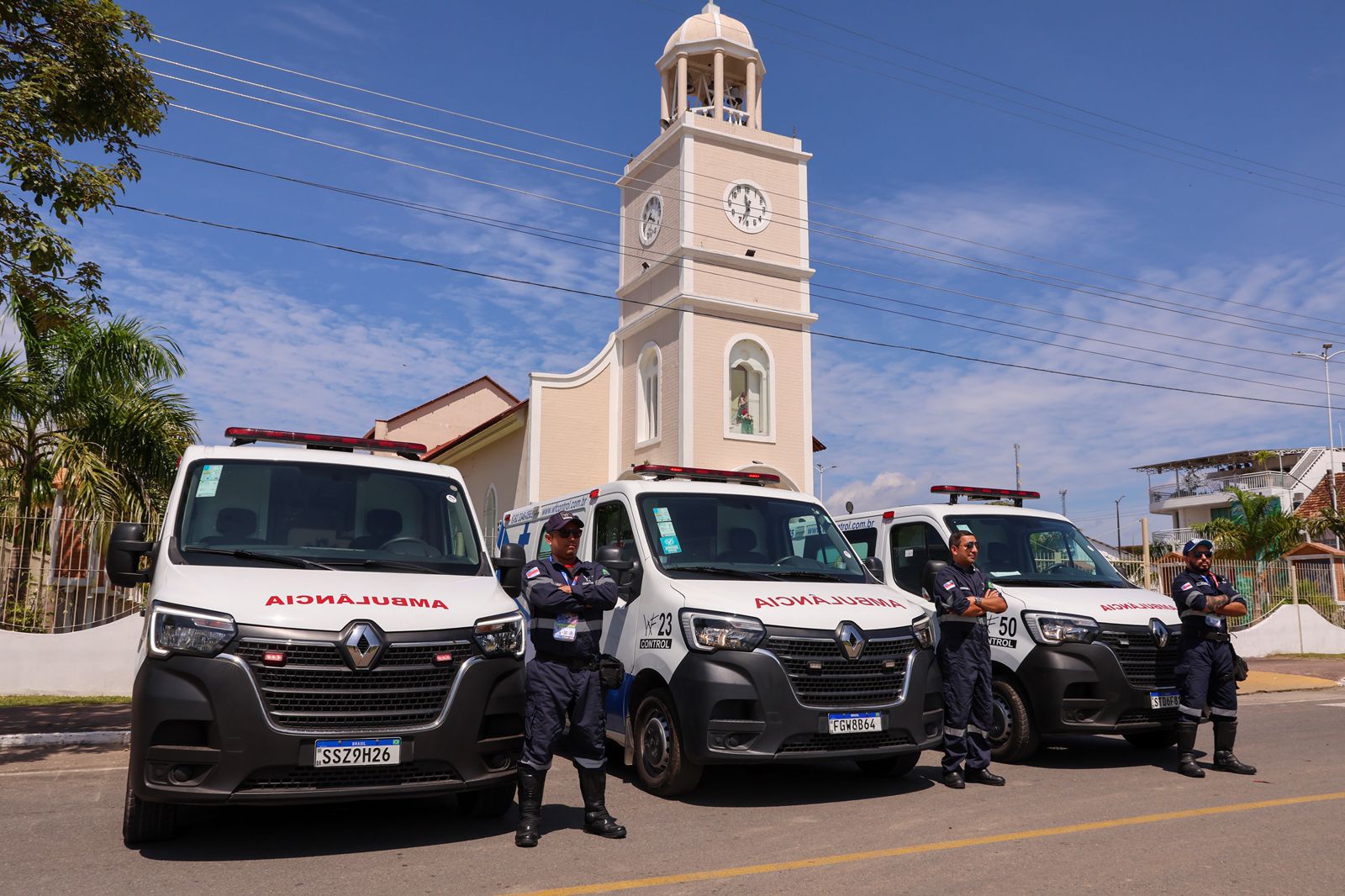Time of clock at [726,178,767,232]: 11:33
